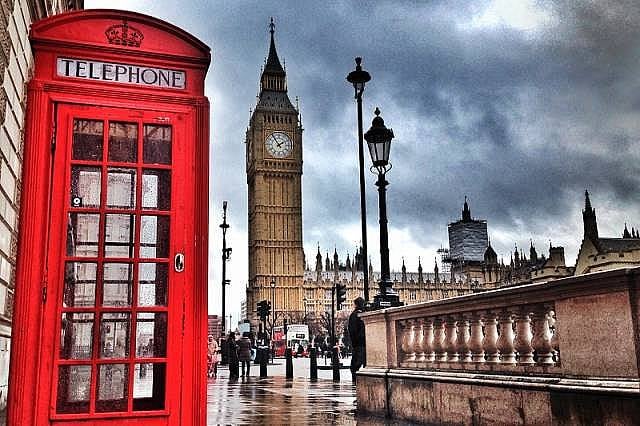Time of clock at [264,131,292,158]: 1:54
